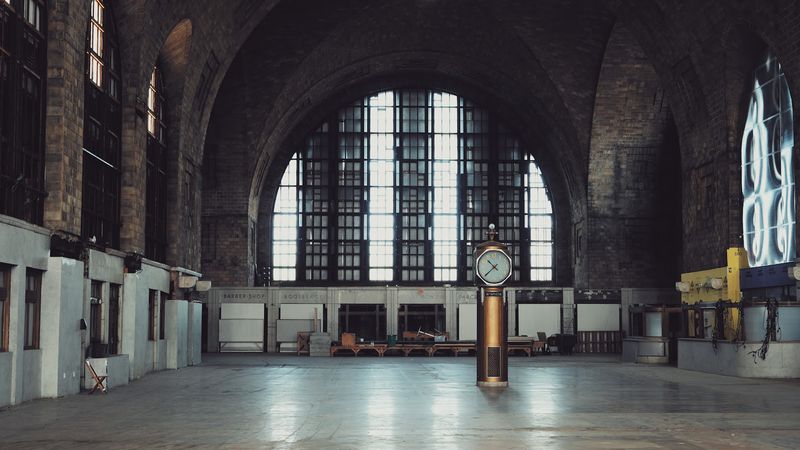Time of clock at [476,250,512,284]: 10:37
